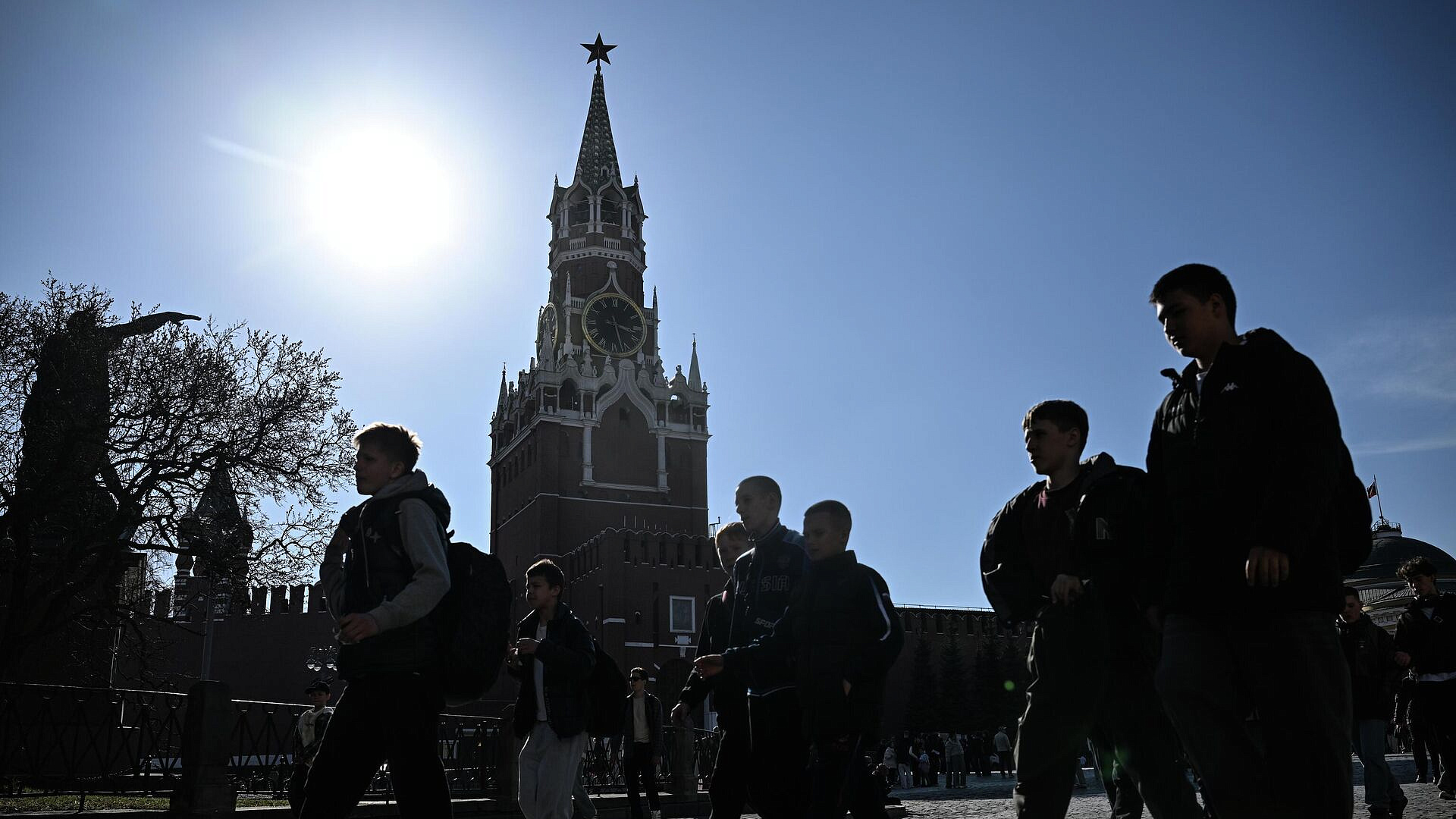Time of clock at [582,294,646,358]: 3:27
